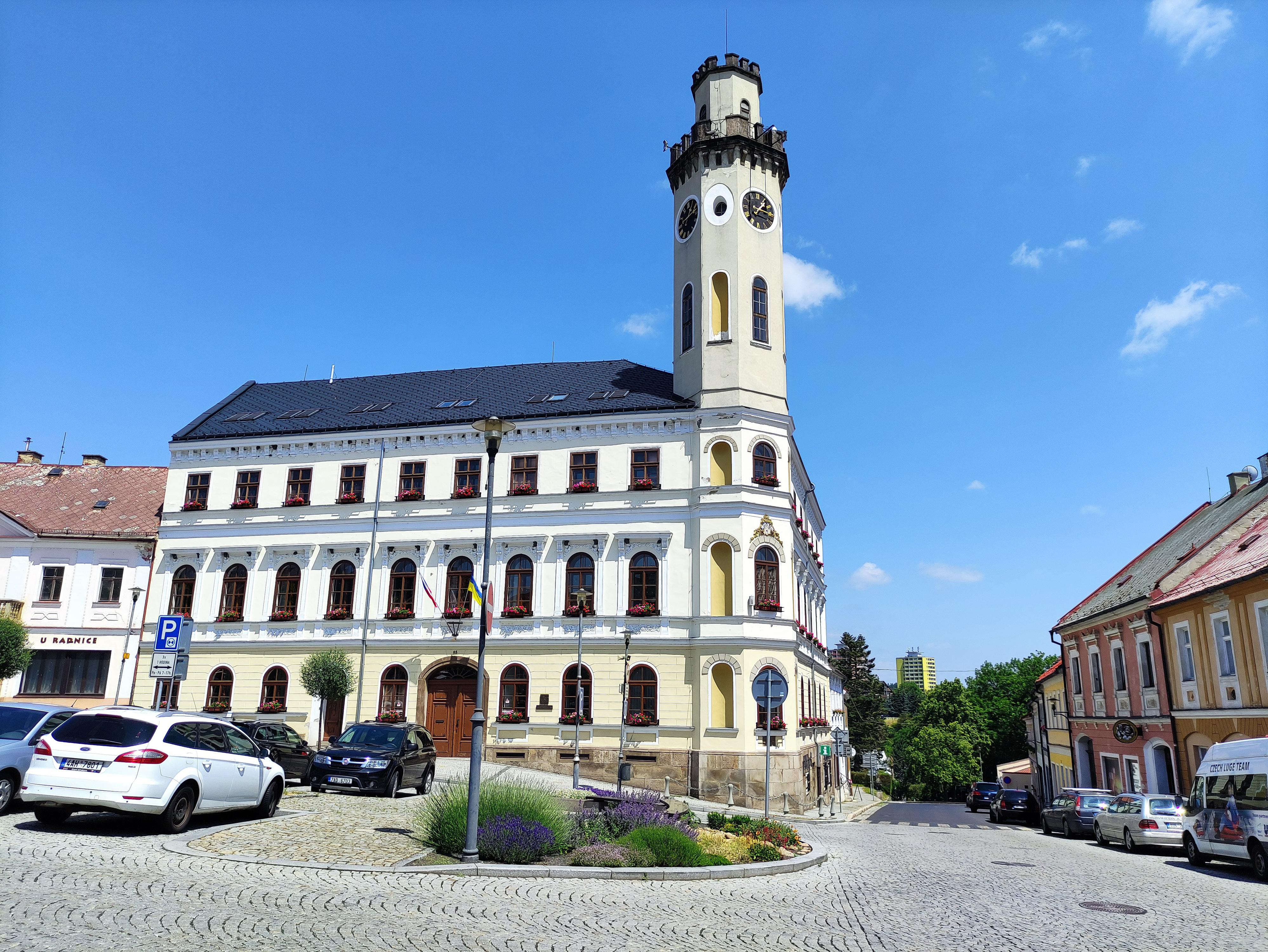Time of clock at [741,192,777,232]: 1:16
